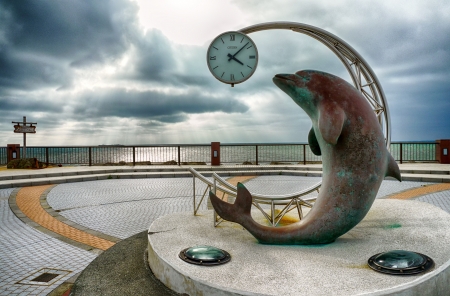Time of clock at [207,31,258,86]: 4:07
